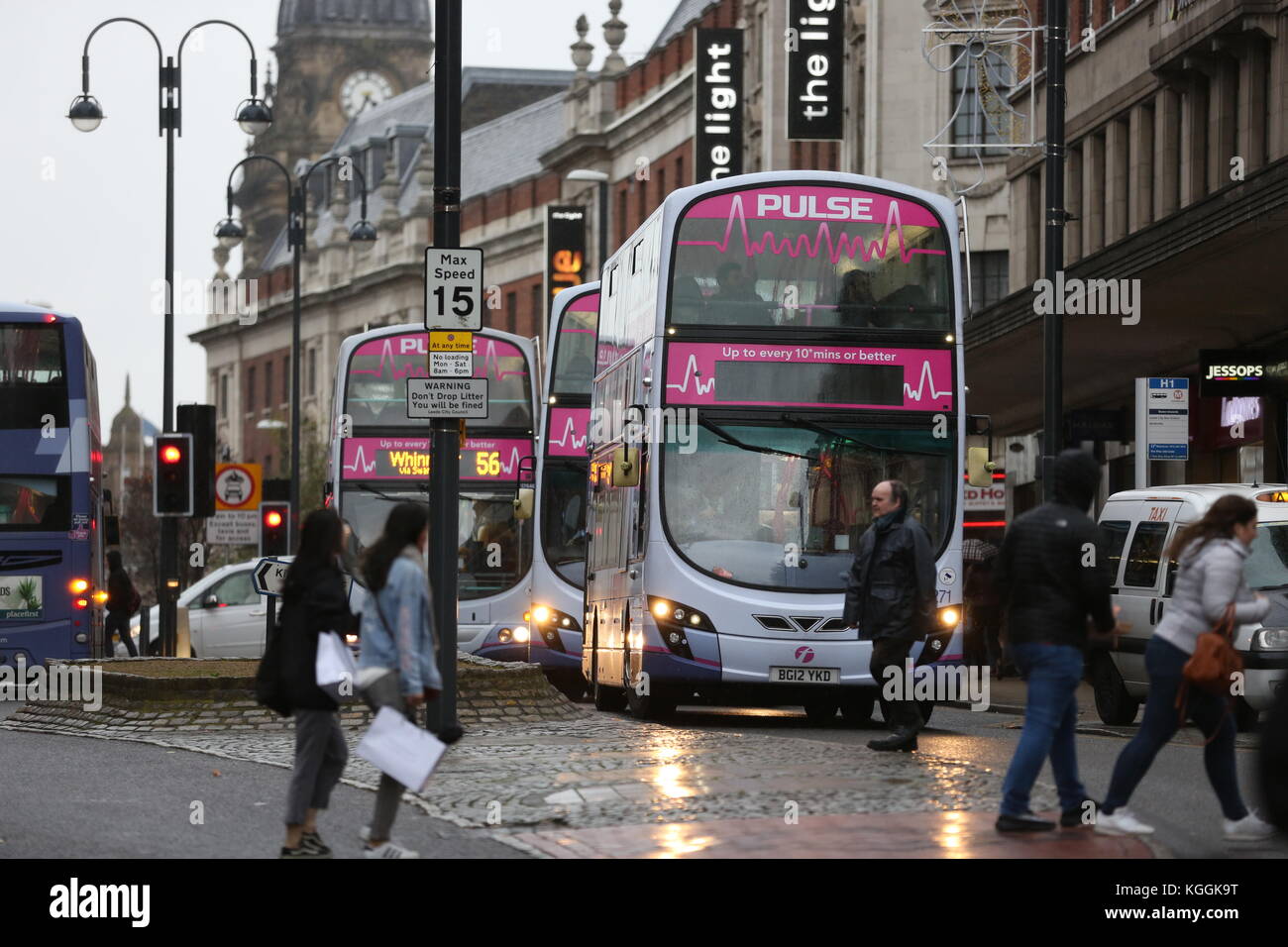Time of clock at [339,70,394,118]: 4:34
